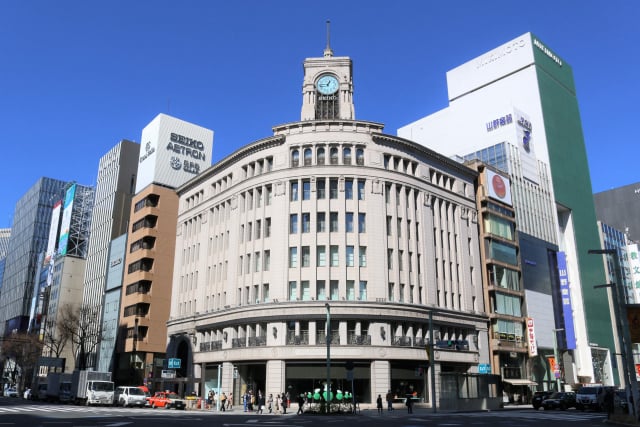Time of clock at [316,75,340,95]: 12:45
